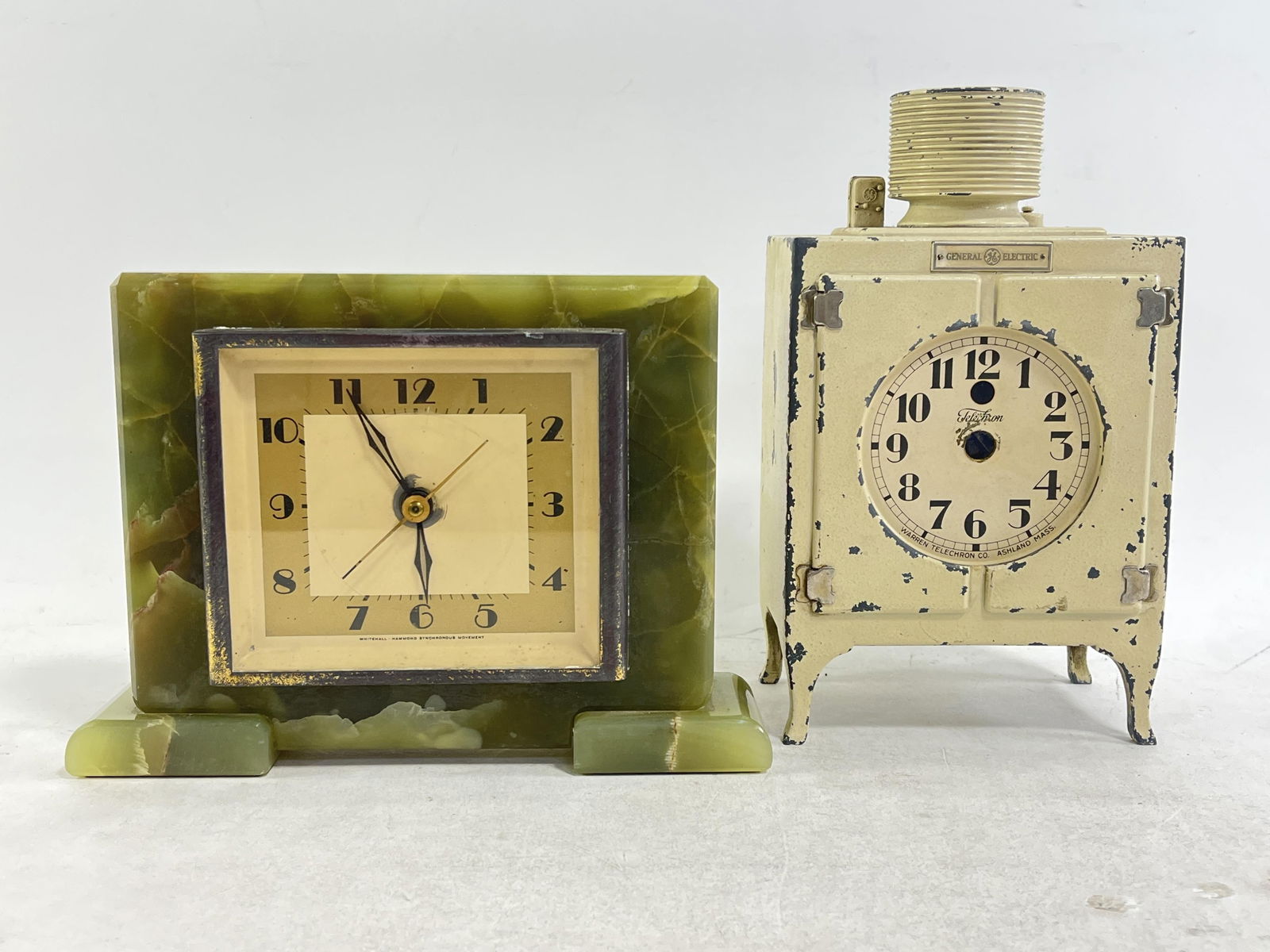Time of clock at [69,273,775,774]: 5:55
